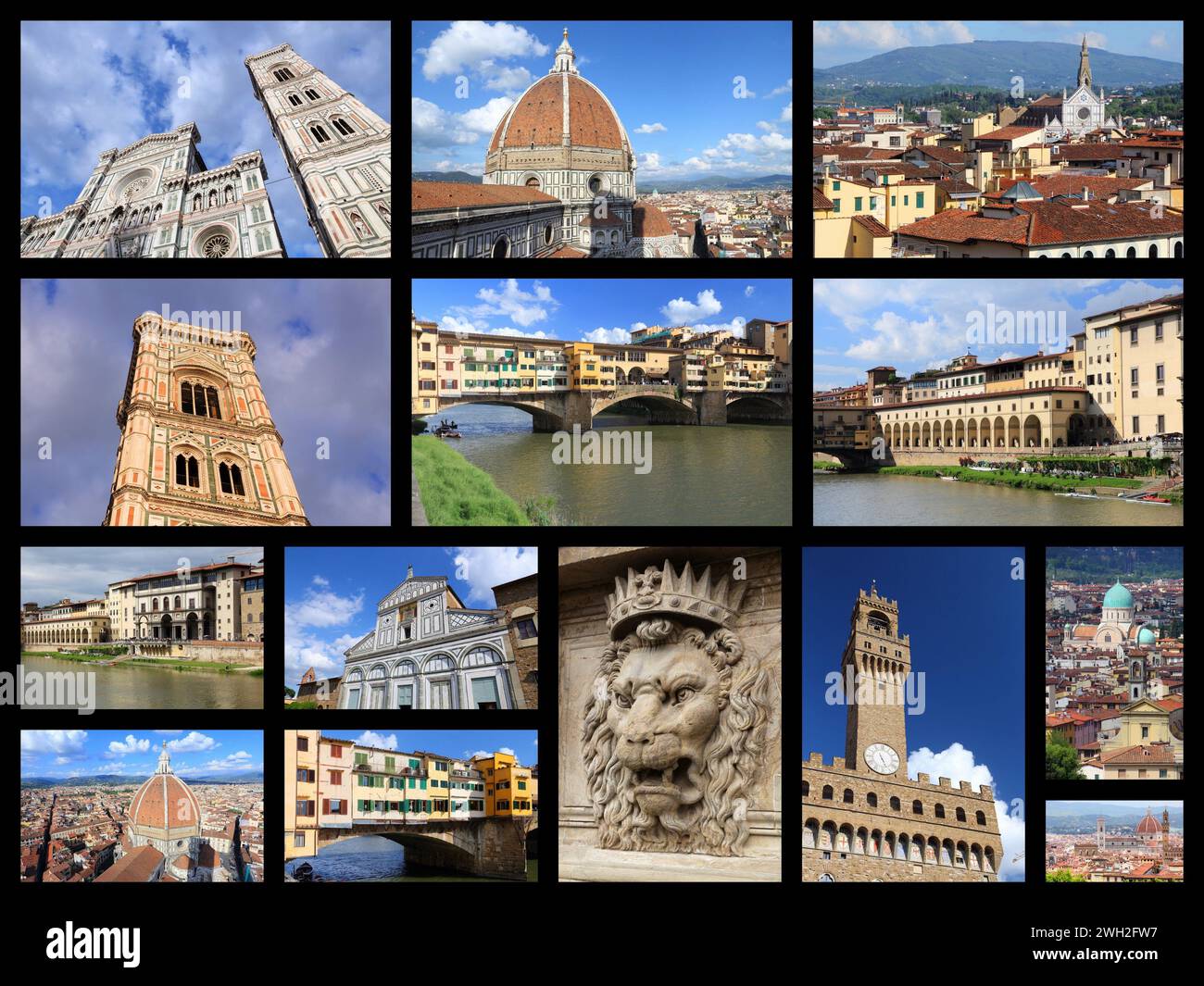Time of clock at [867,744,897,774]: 5:26
